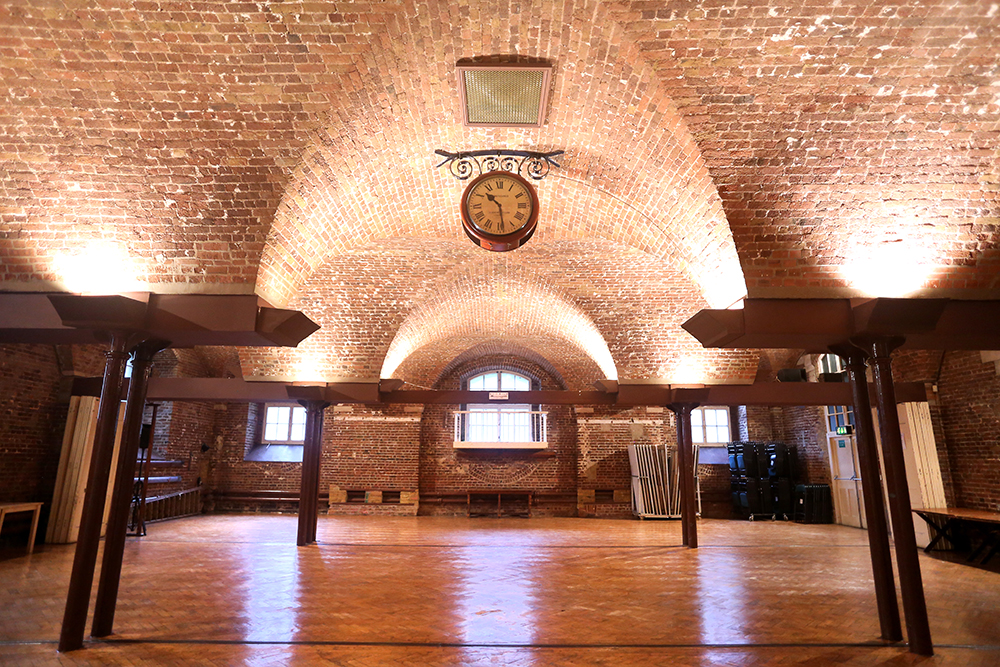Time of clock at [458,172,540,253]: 10:28
